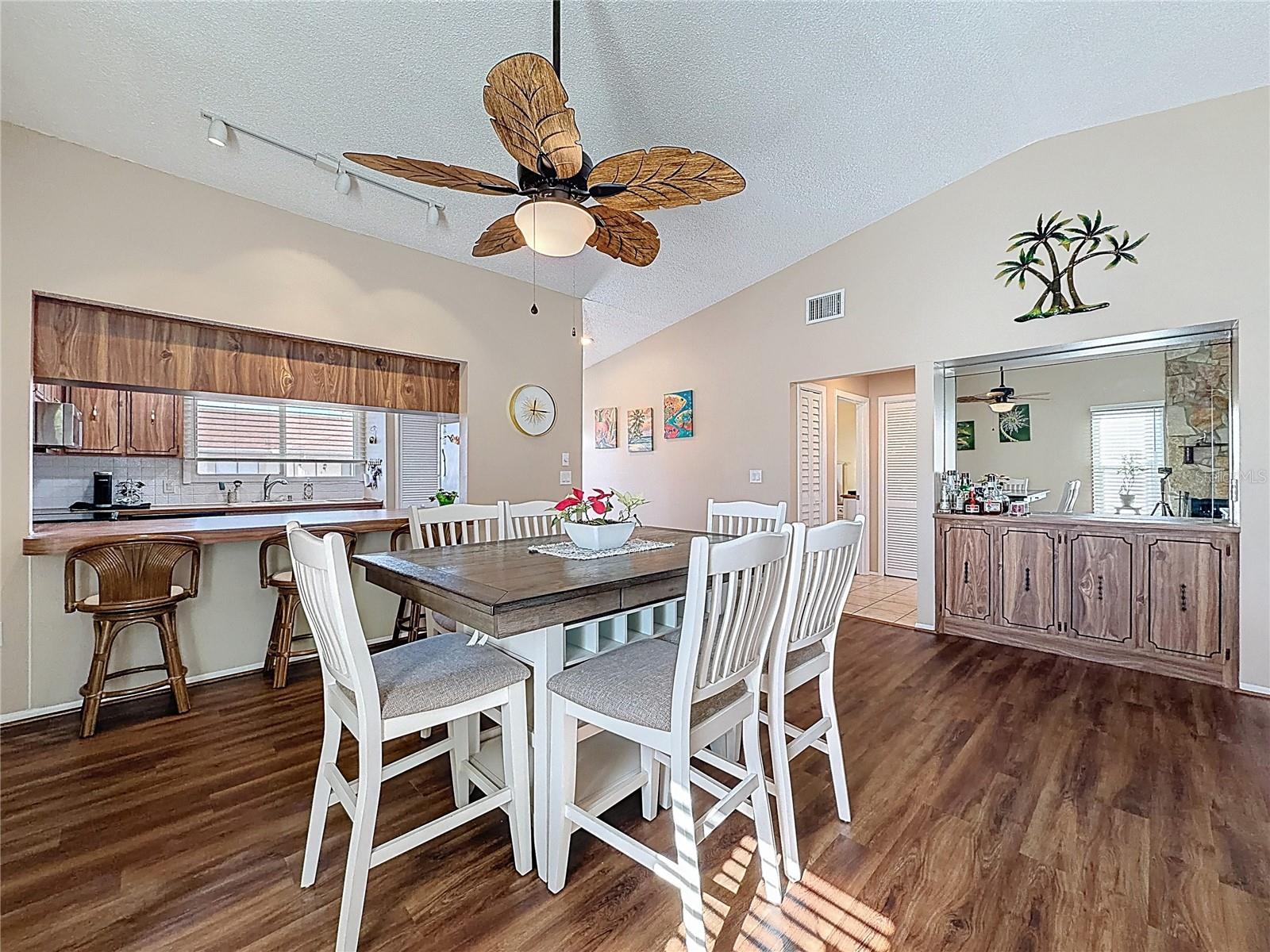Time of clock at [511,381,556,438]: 12:15
